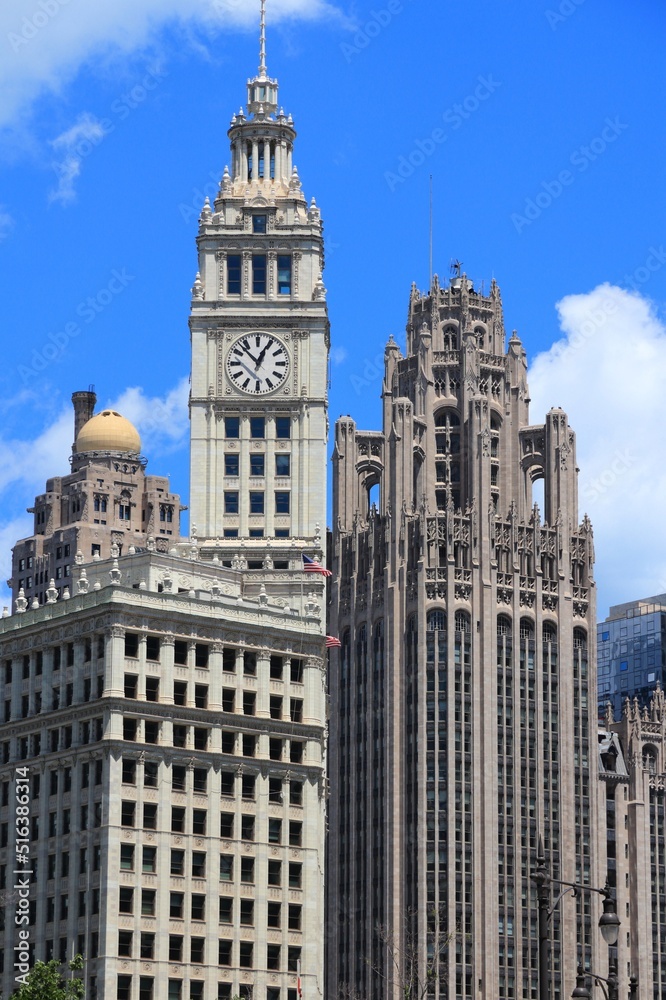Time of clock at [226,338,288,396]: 12:52
